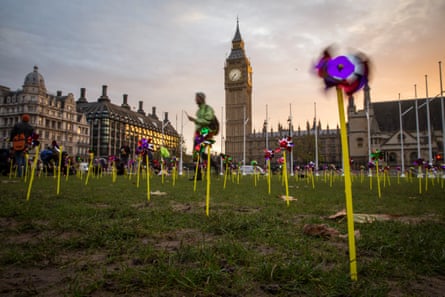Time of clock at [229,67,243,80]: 7:36
